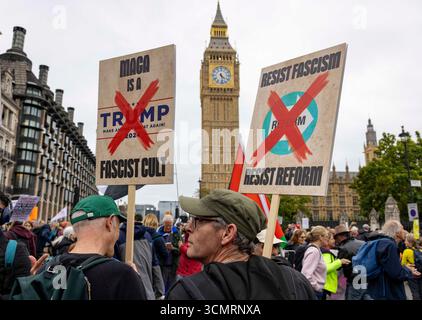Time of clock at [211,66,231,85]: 4:28
